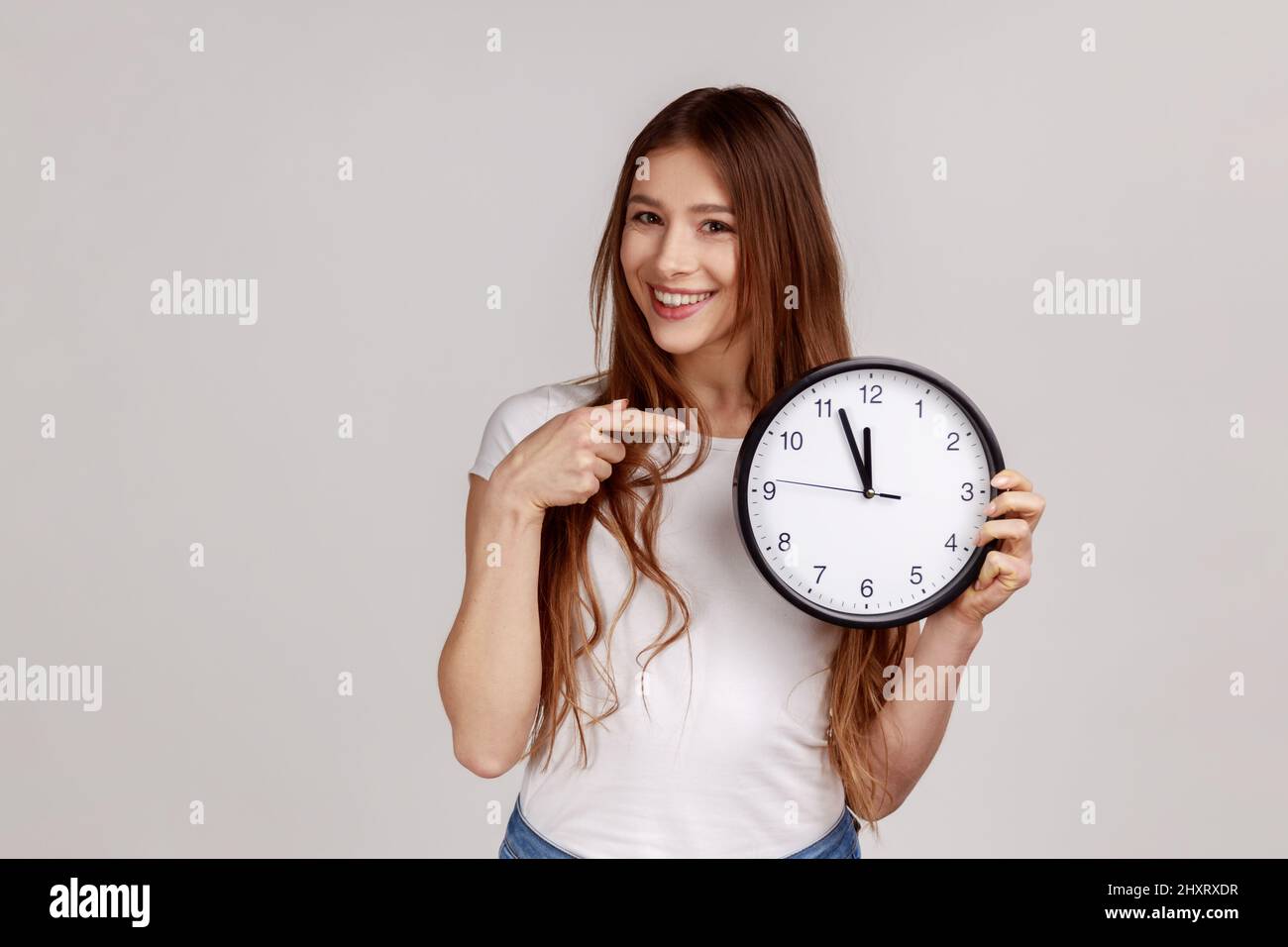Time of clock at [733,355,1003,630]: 11:56
